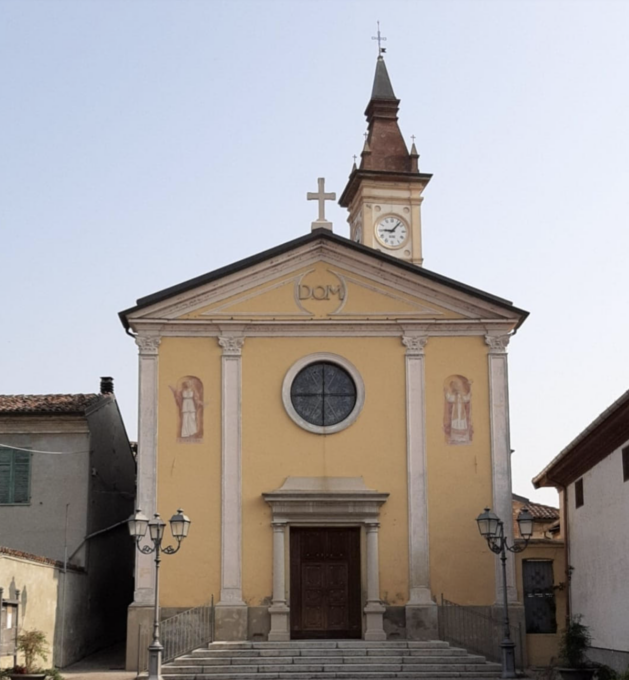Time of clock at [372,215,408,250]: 9:07
